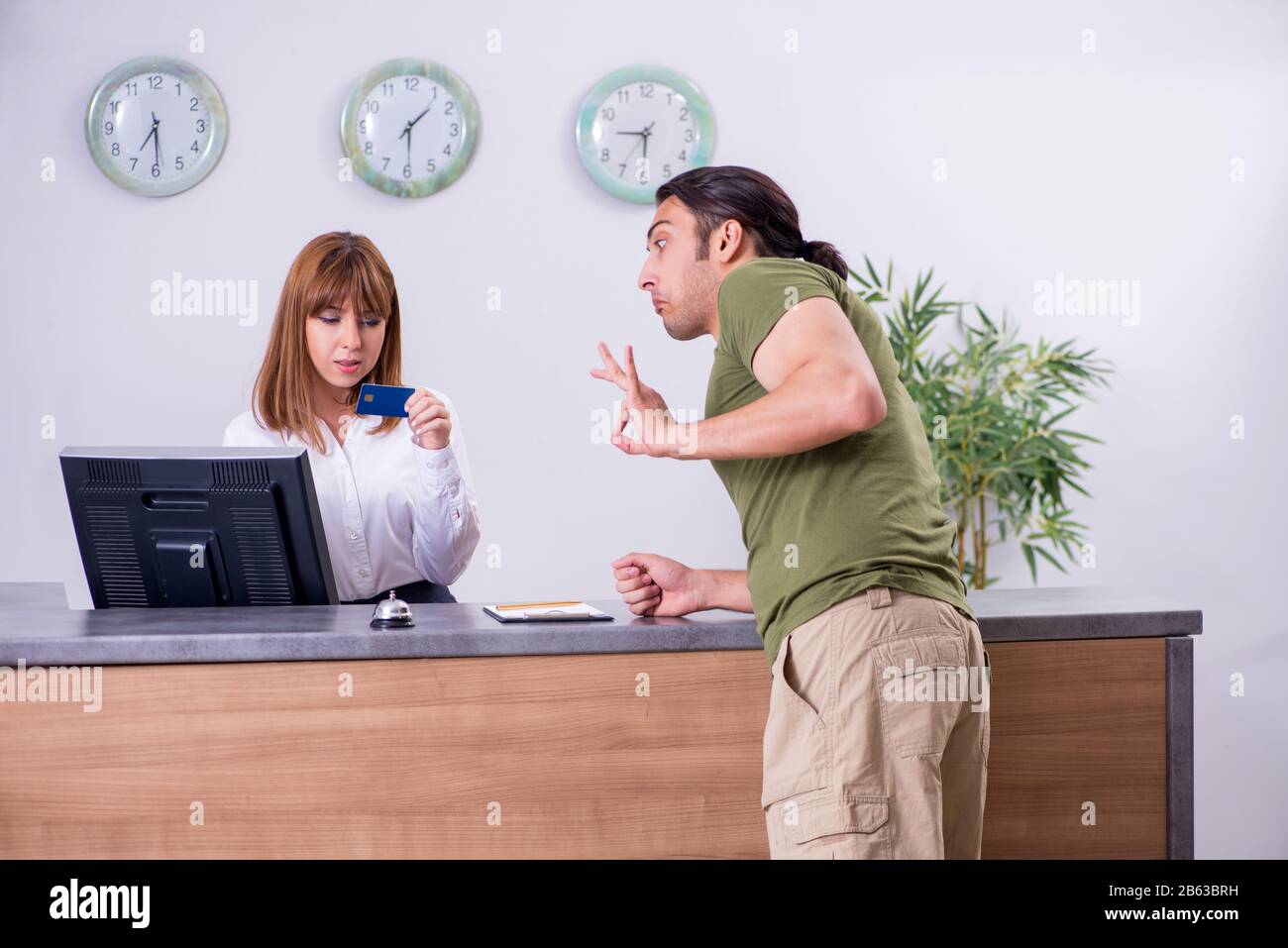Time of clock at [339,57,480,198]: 1:29
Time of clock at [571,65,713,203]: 5:45
